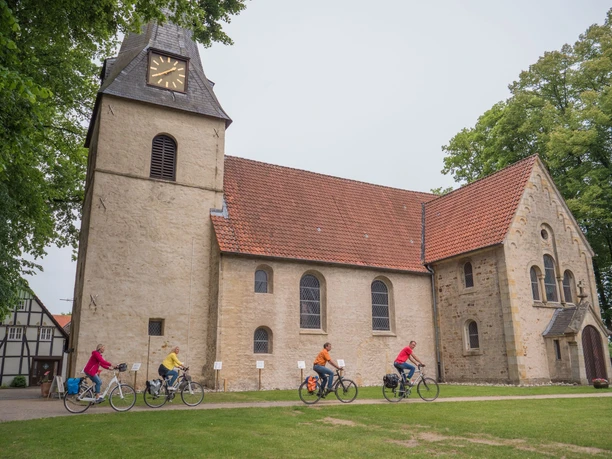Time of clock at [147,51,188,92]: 1:39
